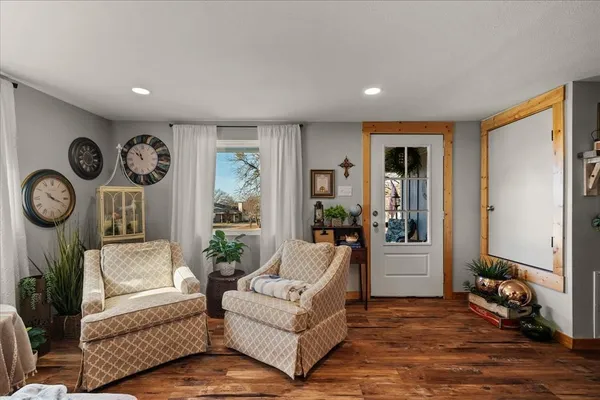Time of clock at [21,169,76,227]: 10:18
